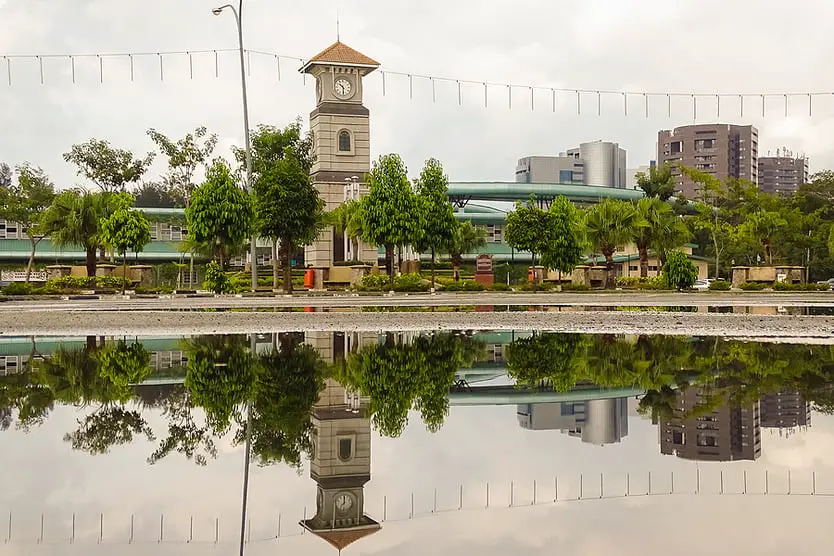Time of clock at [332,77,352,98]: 10:30
